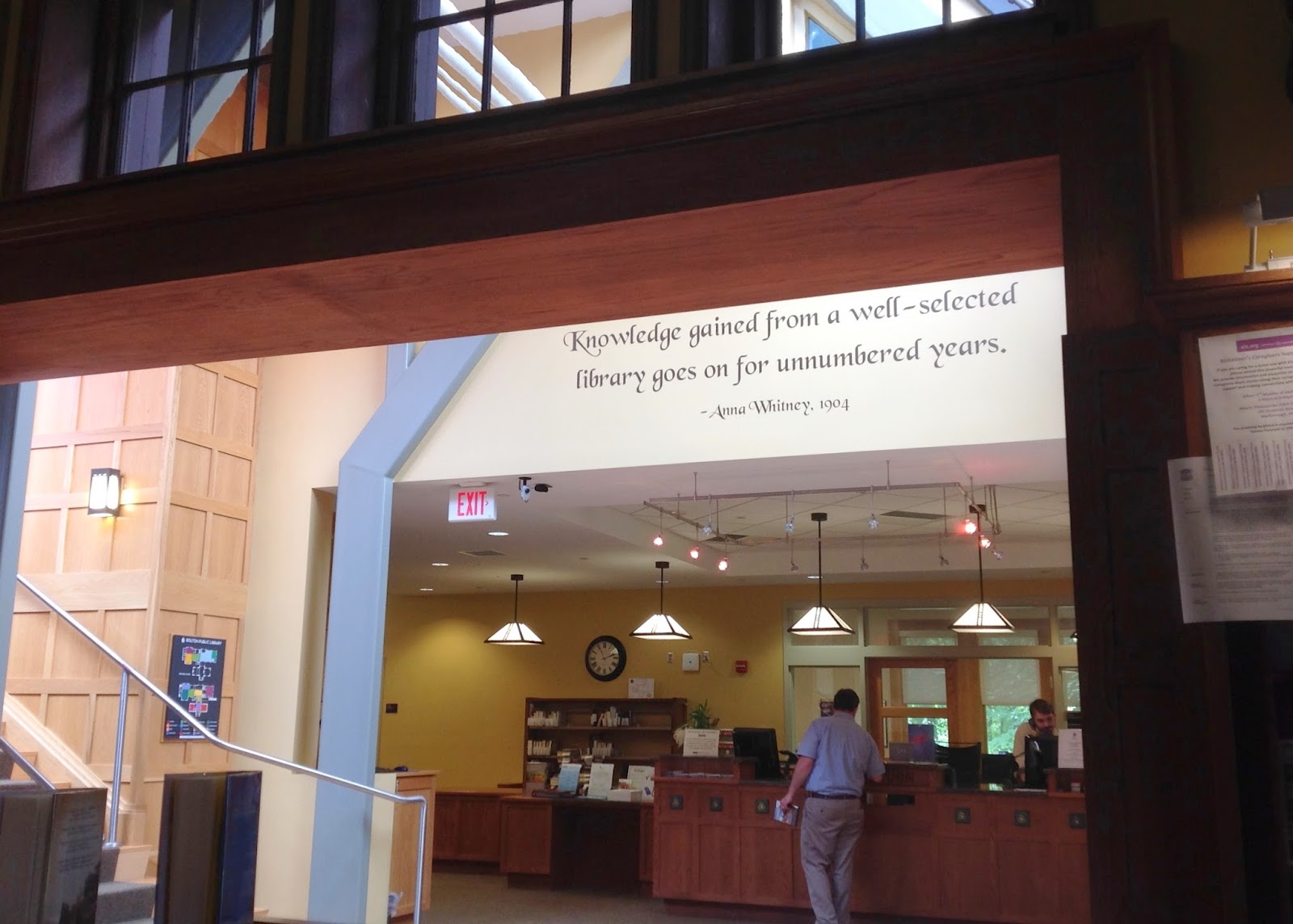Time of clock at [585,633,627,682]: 11:11
